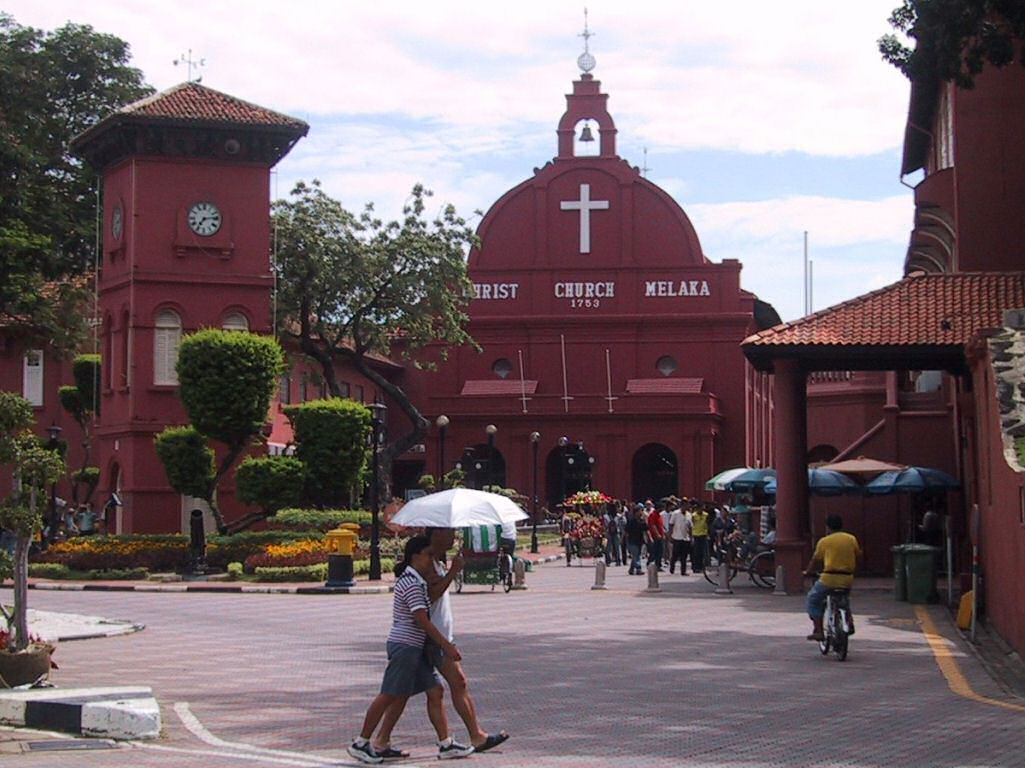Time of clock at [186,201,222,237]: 7:13
